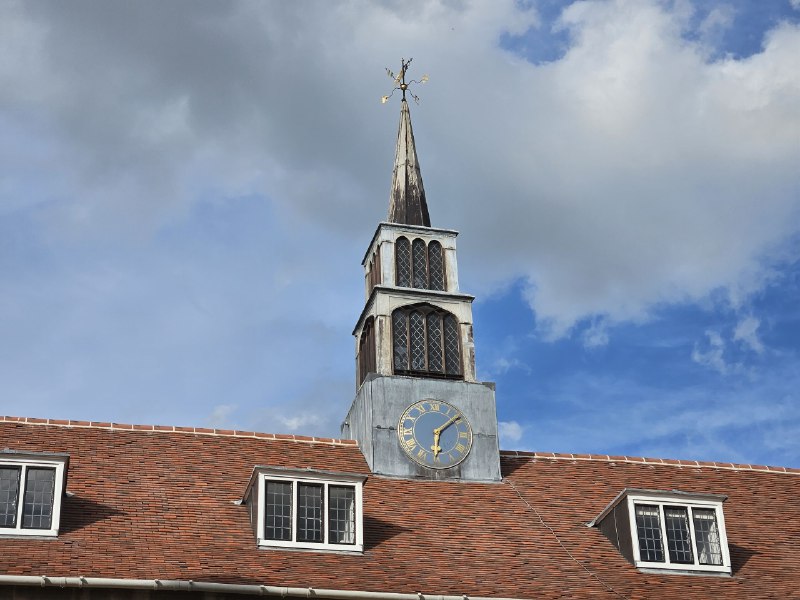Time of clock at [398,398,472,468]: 6:09
